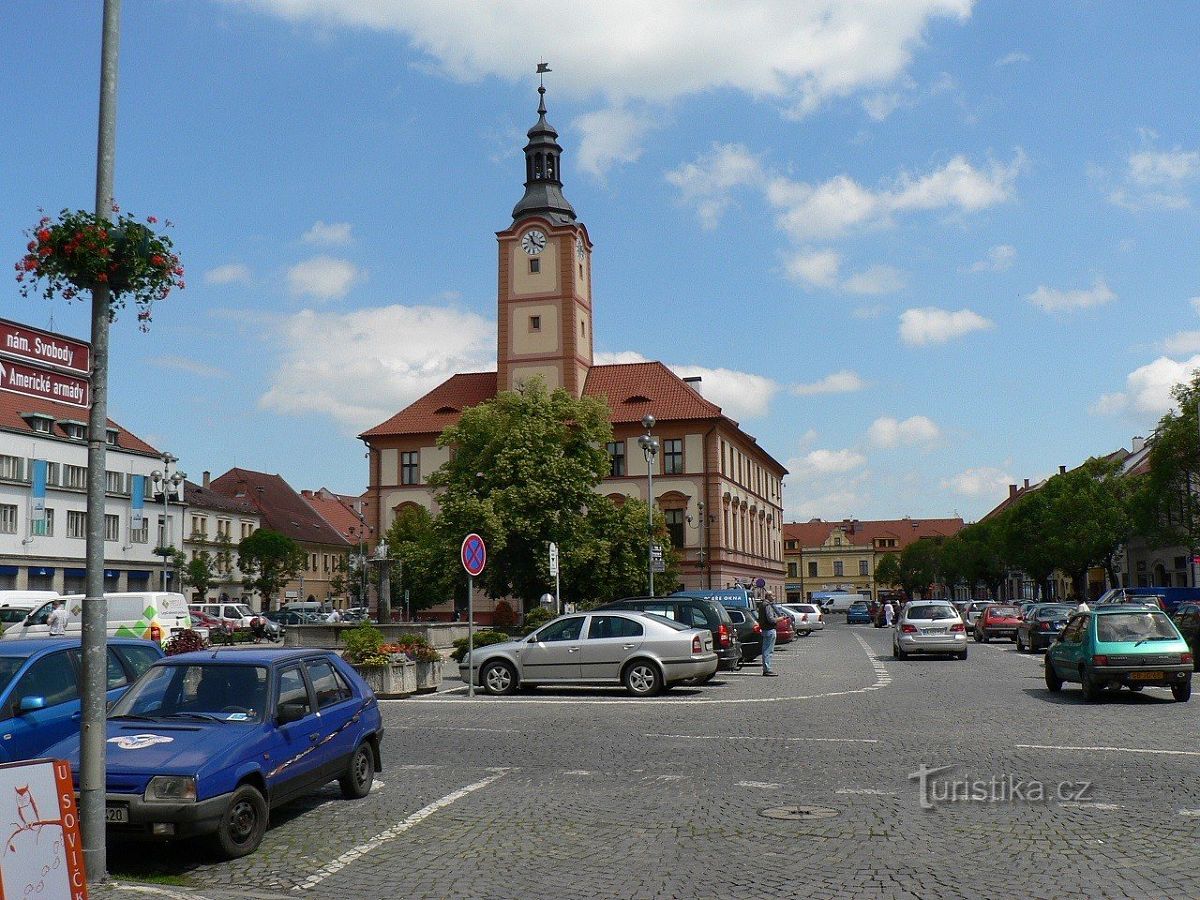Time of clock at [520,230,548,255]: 11:20
